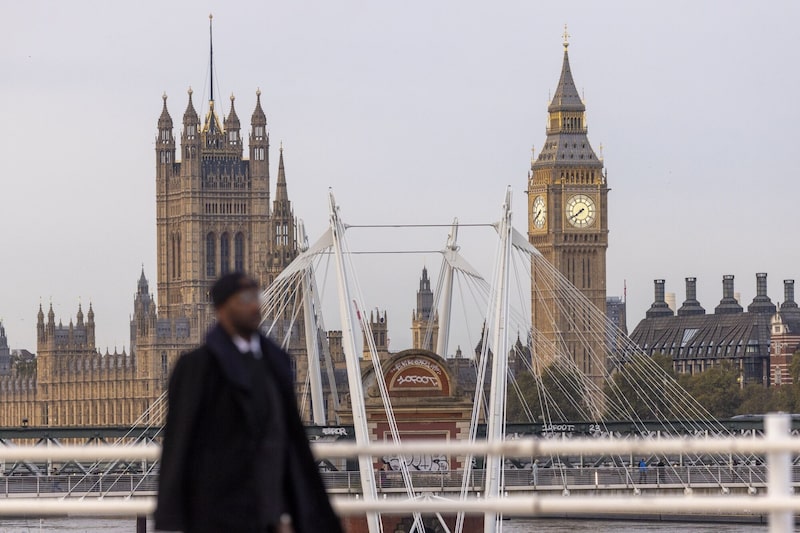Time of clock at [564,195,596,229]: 7:39
